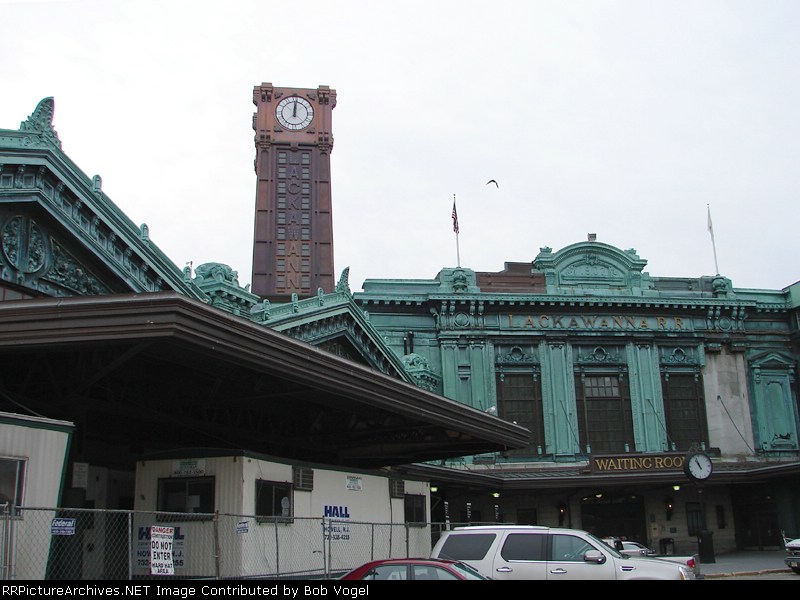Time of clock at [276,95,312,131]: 12:00
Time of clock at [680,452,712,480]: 10:56
